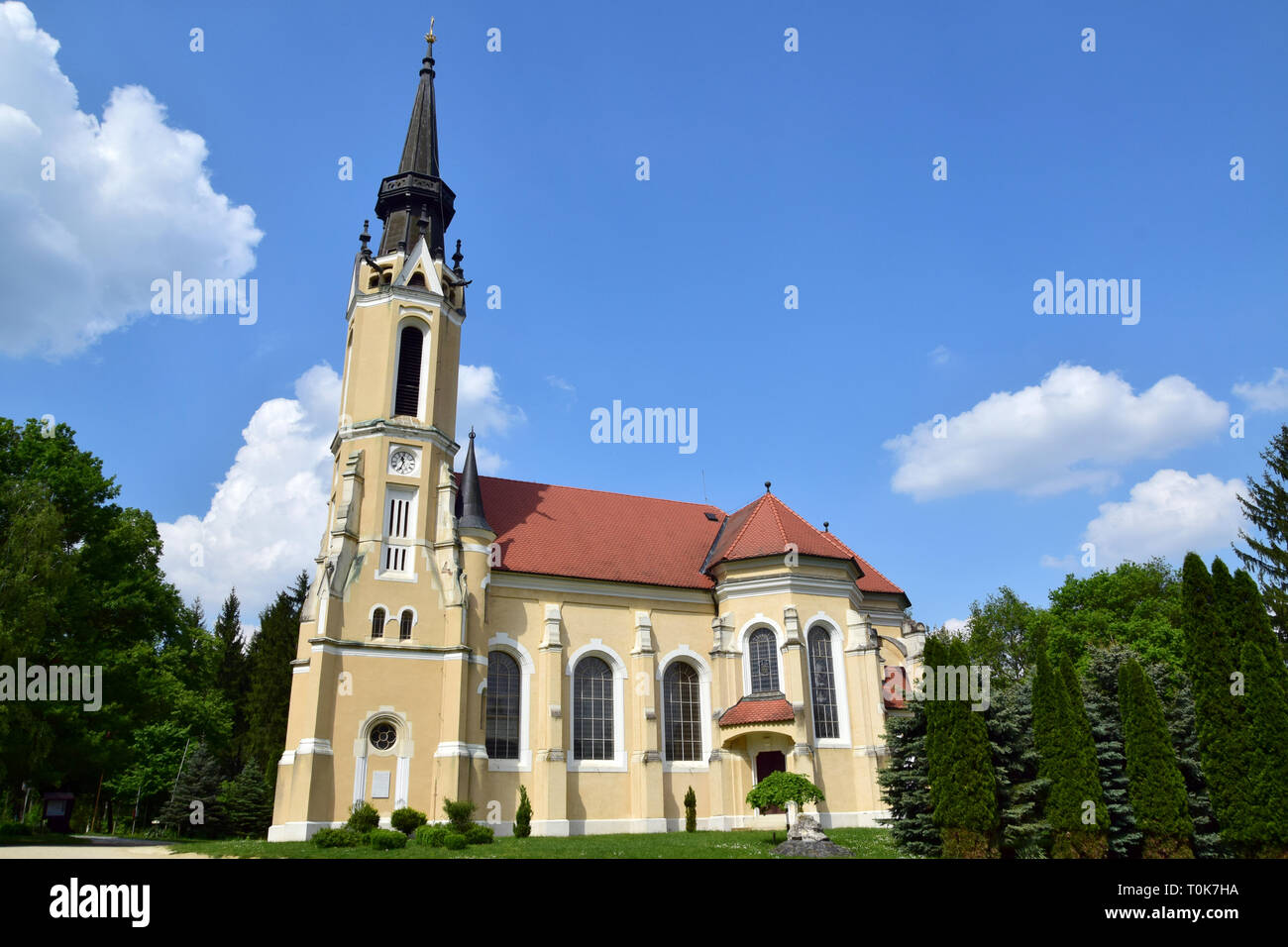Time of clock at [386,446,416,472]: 11:33
